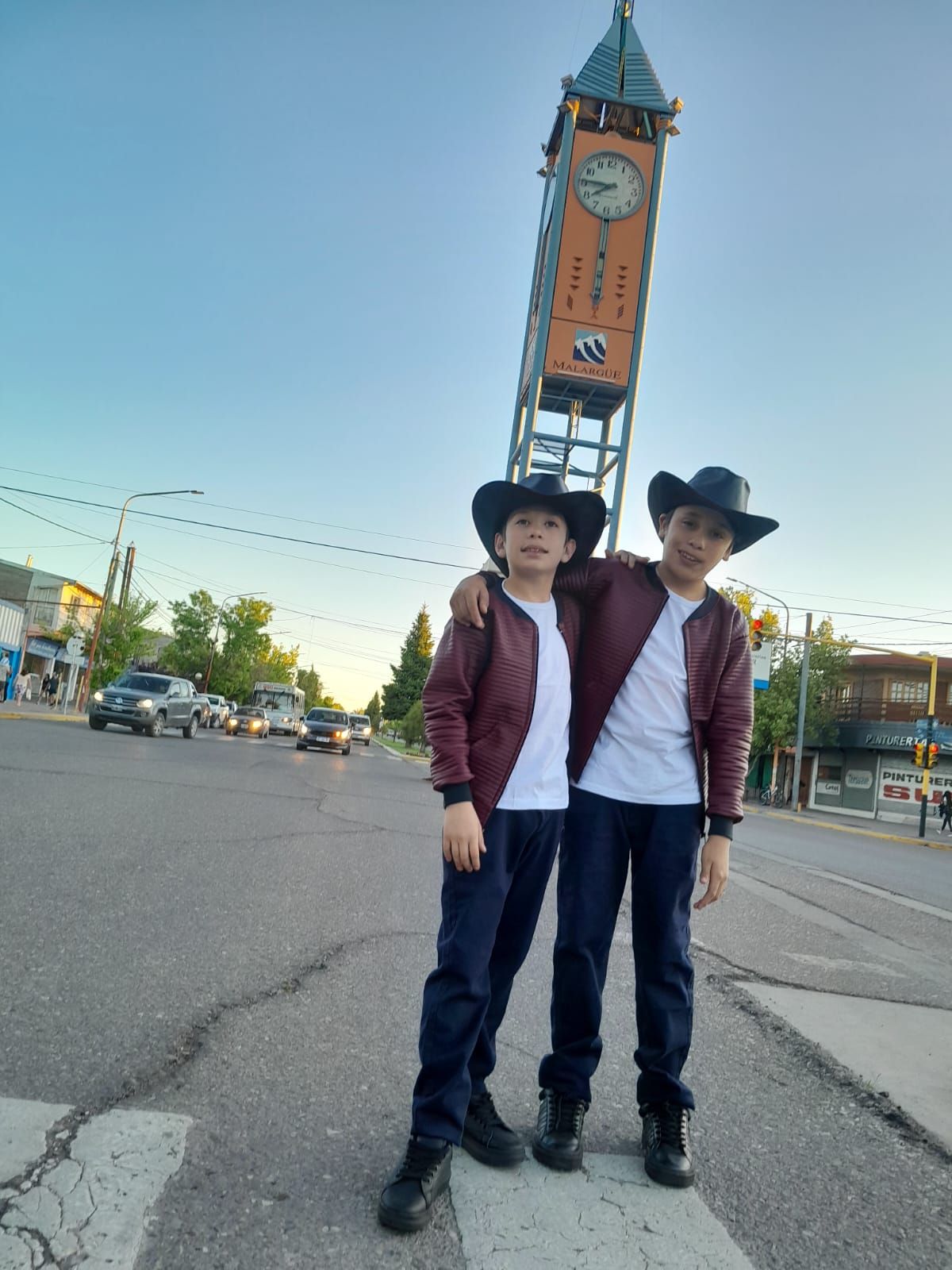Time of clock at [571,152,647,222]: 7:45
